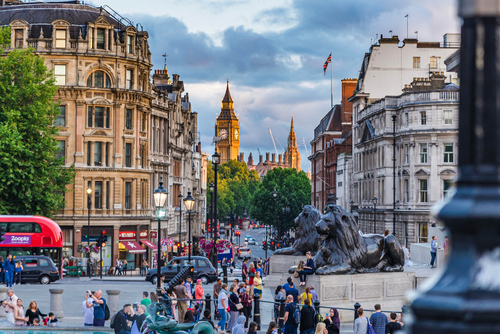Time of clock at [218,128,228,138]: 8:12
